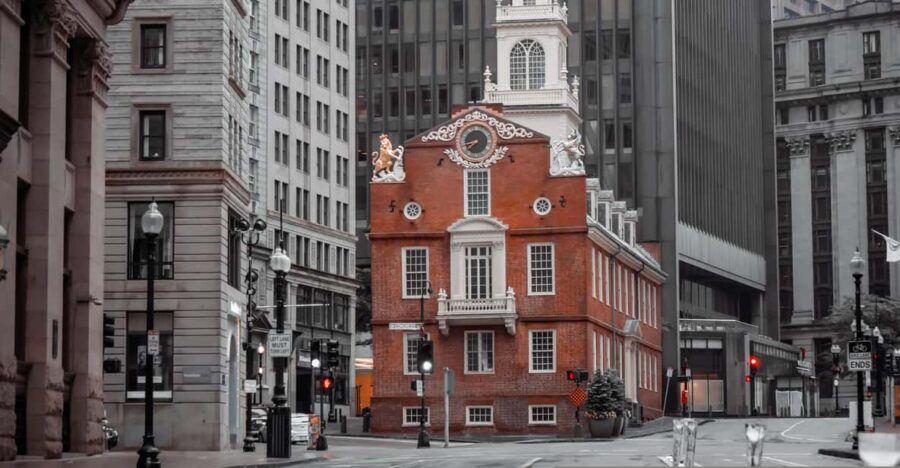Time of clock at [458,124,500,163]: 7:42
